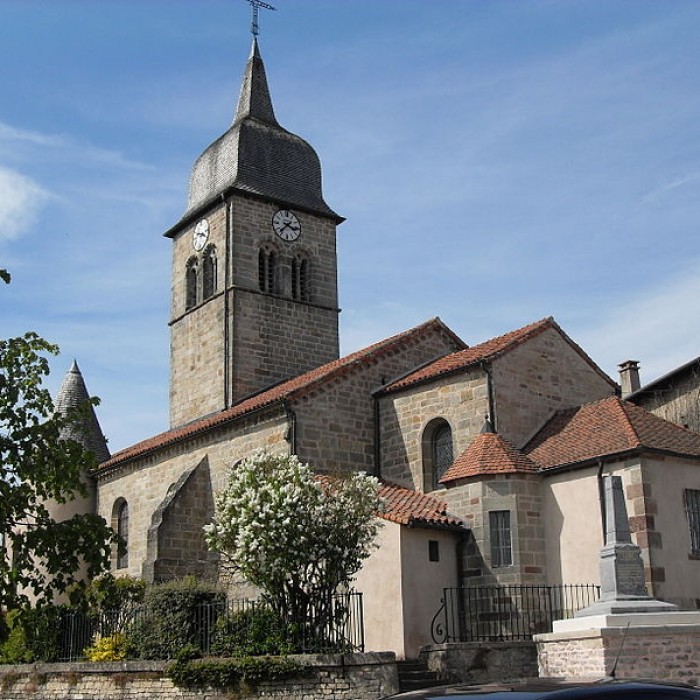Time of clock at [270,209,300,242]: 3:37
